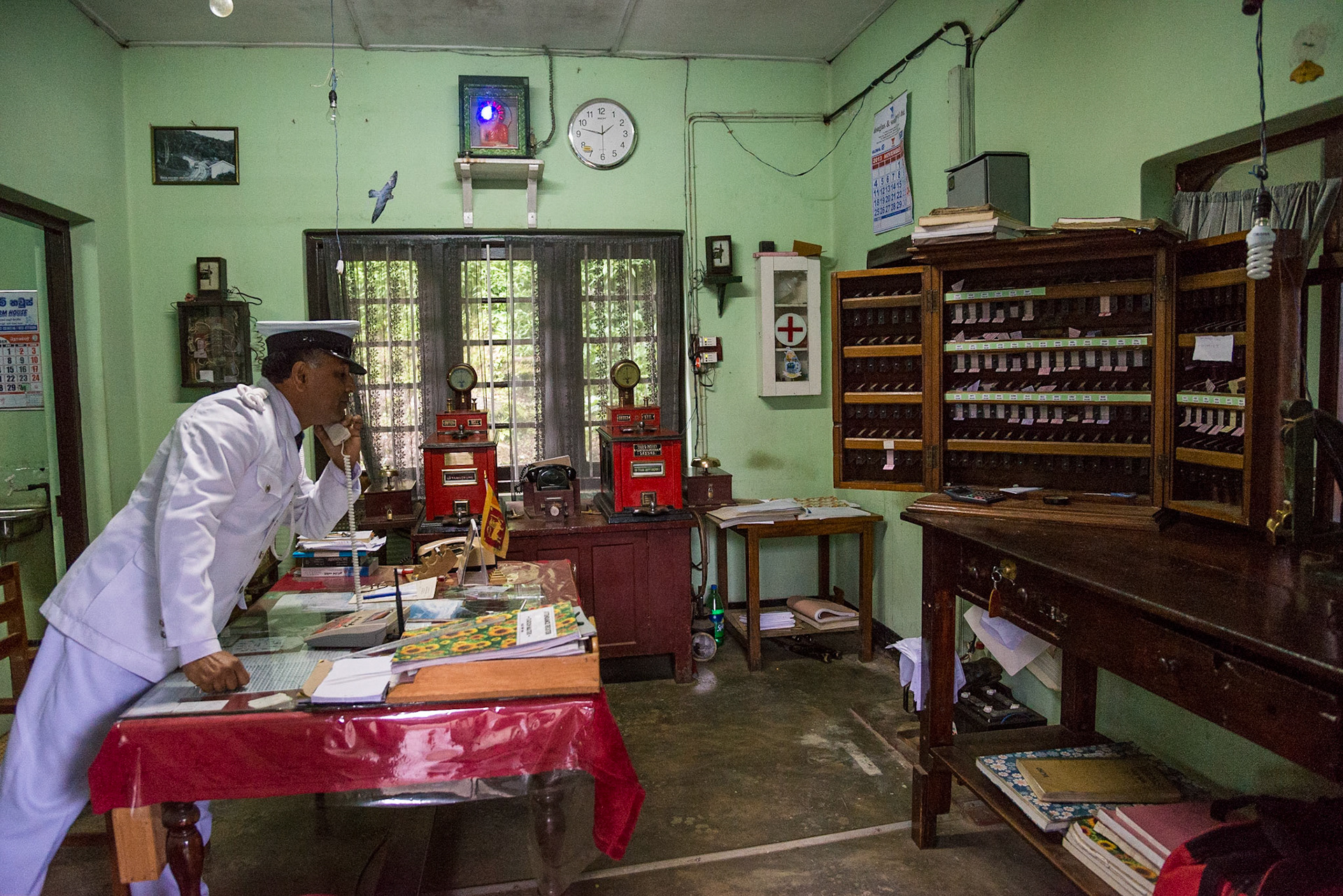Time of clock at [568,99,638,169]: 1:47
